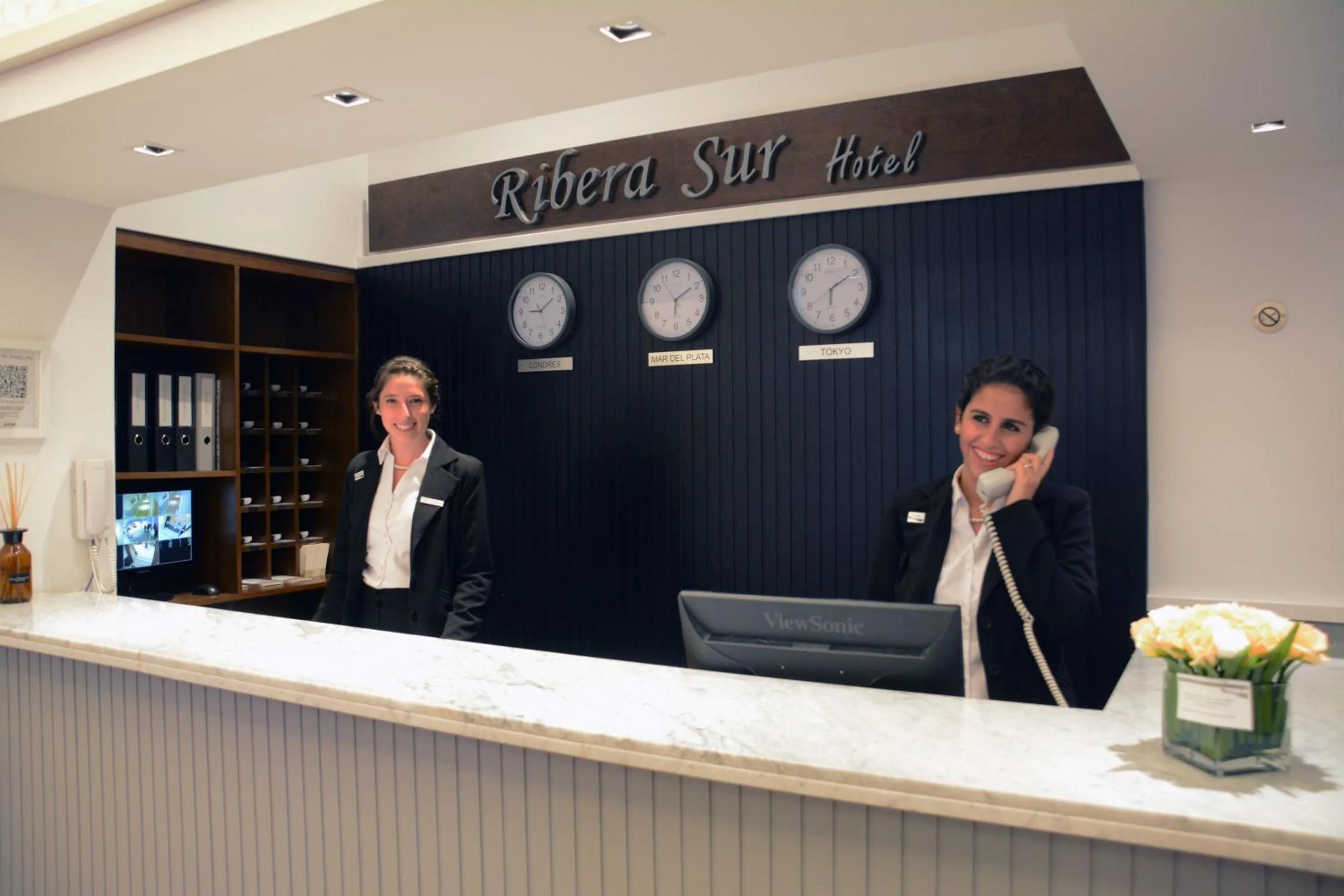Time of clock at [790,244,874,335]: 6:09
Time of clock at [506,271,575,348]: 9:08
